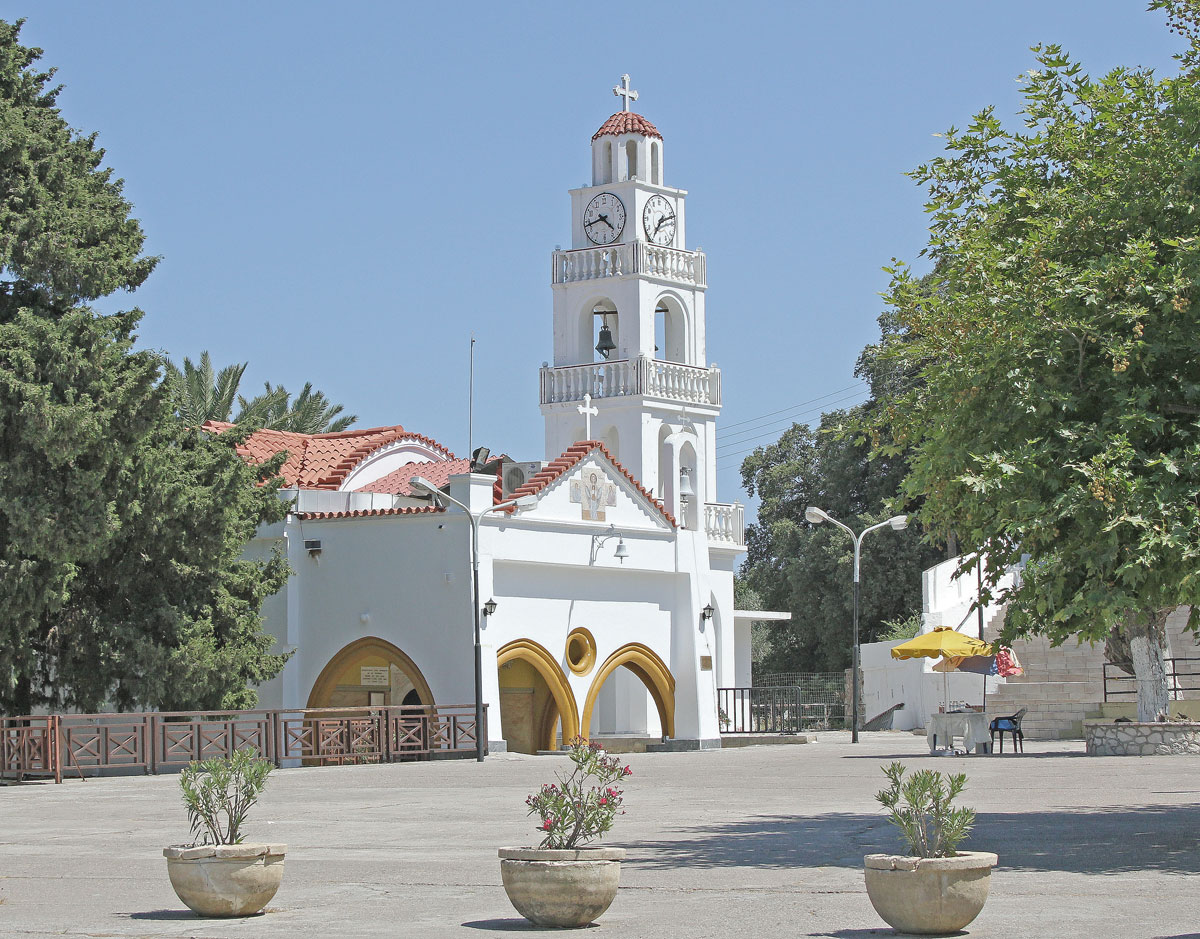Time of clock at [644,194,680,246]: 7:12
